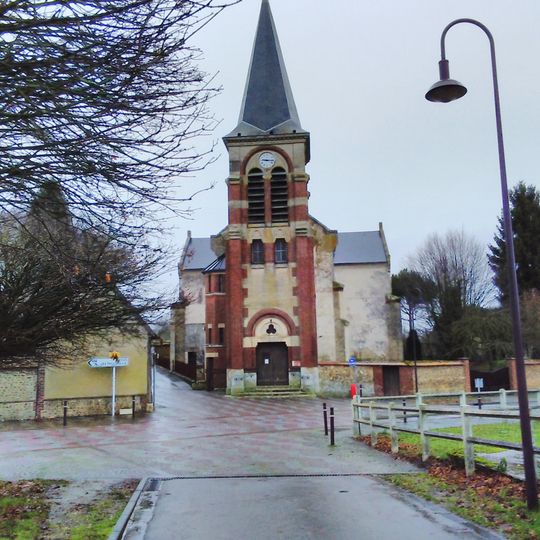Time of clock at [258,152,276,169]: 9:15
